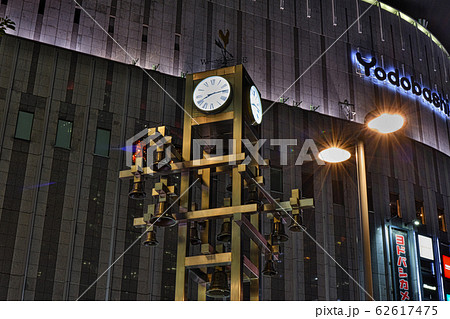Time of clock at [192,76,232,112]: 8:13
